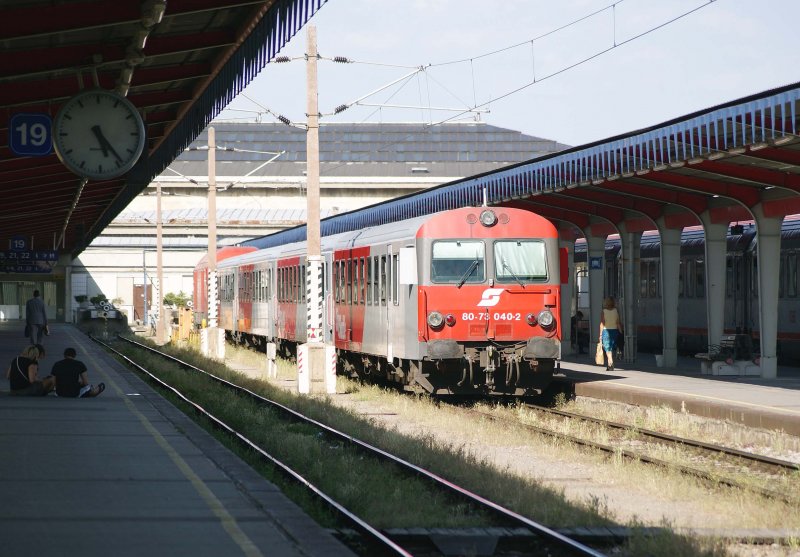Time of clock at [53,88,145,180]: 5:23
